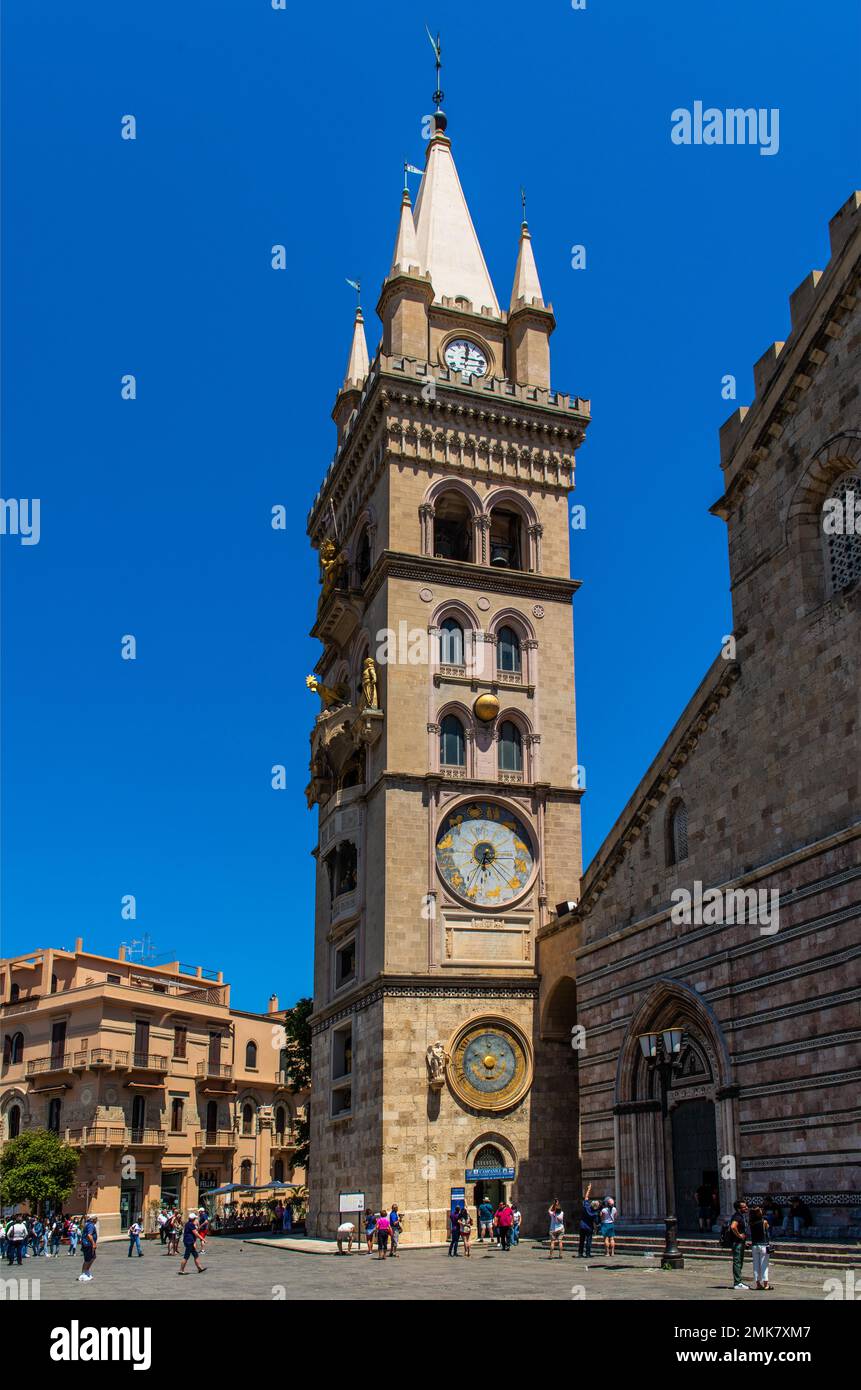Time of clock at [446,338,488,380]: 12:14
